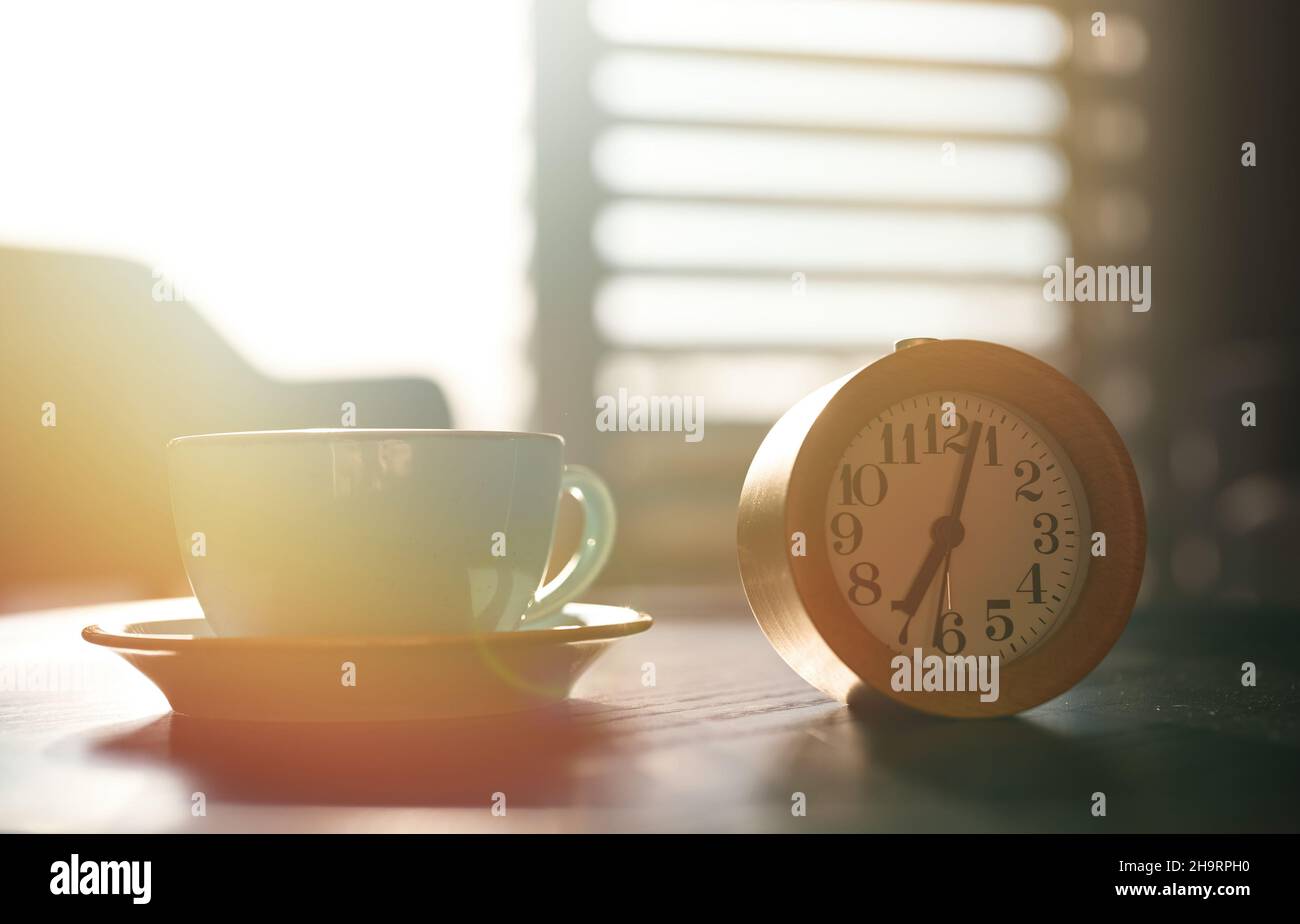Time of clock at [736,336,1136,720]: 7:03
